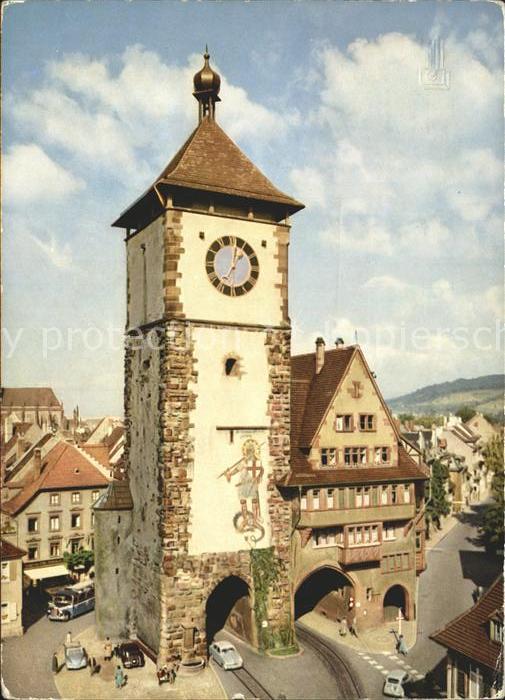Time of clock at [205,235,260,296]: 1:01
